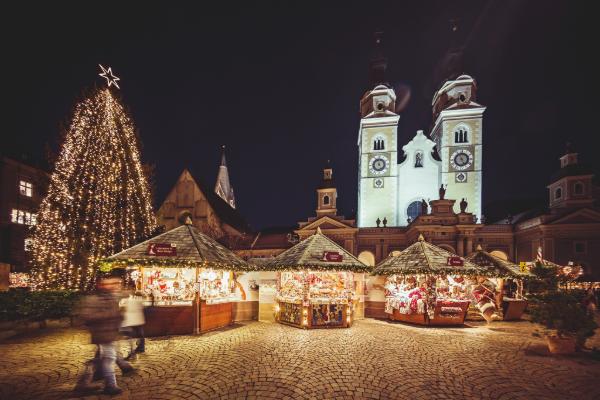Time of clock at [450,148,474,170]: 4:56
